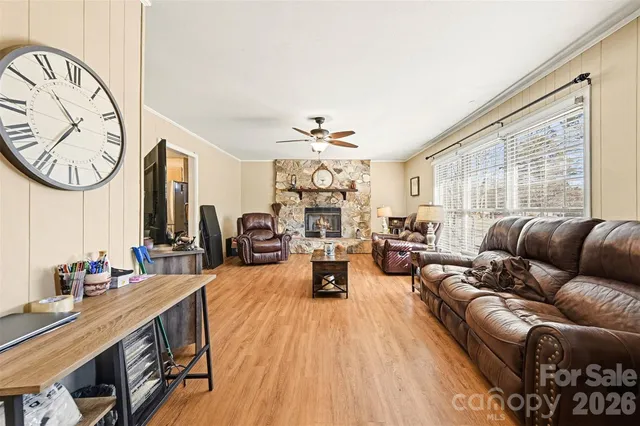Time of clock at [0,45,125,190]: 10:36
